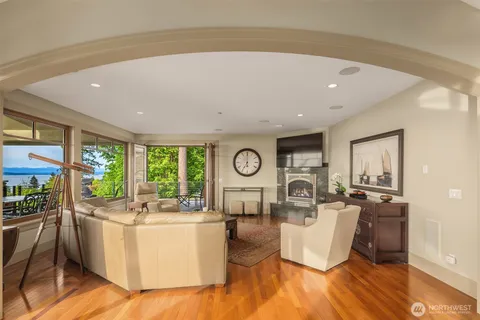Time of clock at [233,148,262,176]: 7:00
